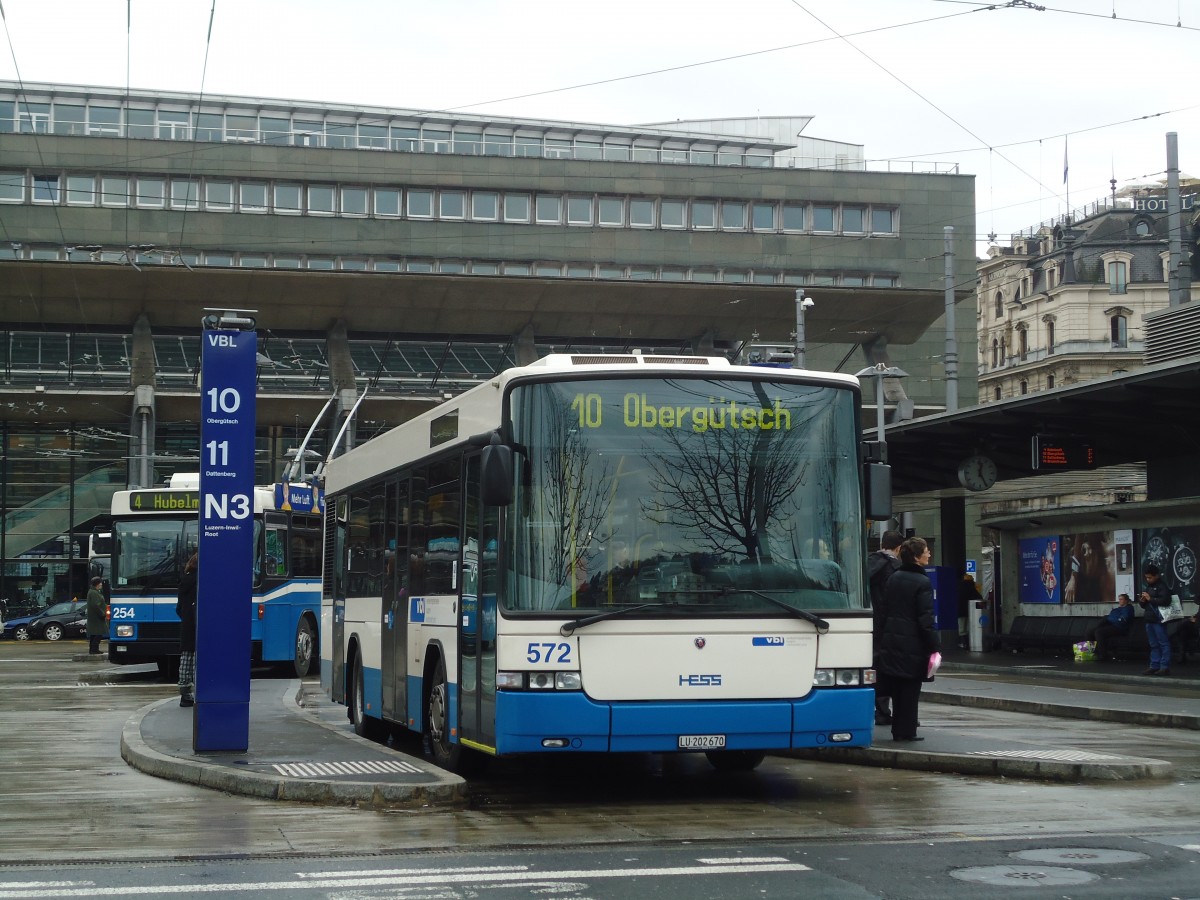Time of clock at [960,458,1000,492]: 12:25
